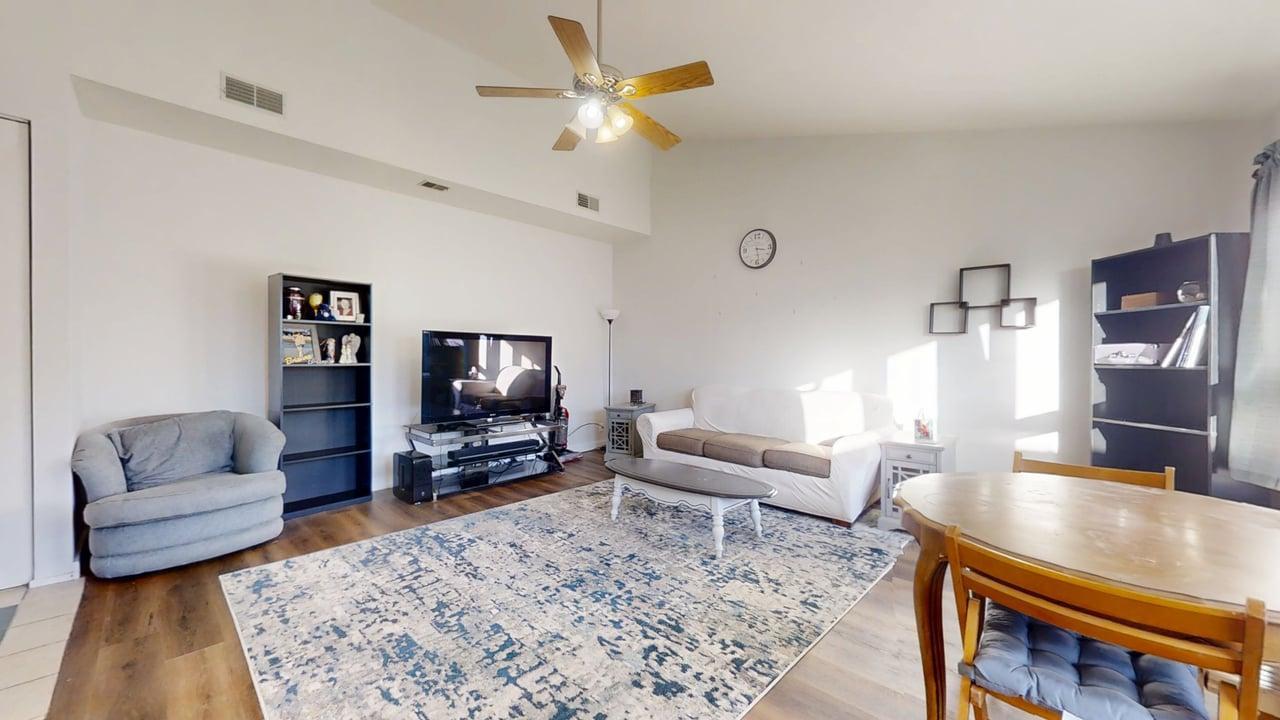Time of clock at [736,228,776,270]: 3:28
